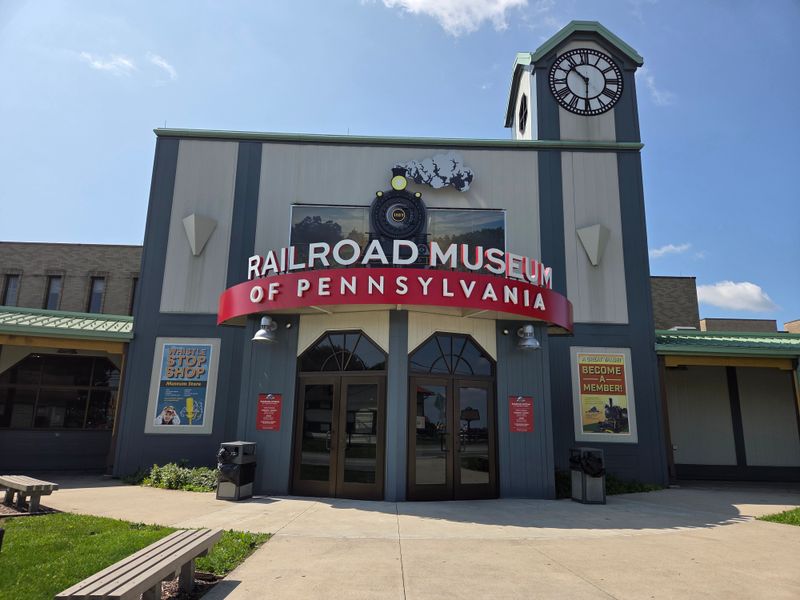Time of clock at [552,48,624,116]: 10:30
